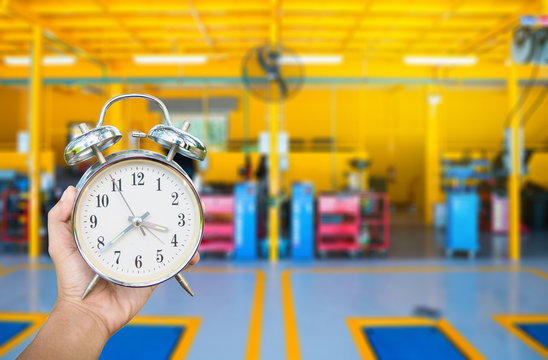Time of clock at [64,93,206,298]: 3:38
